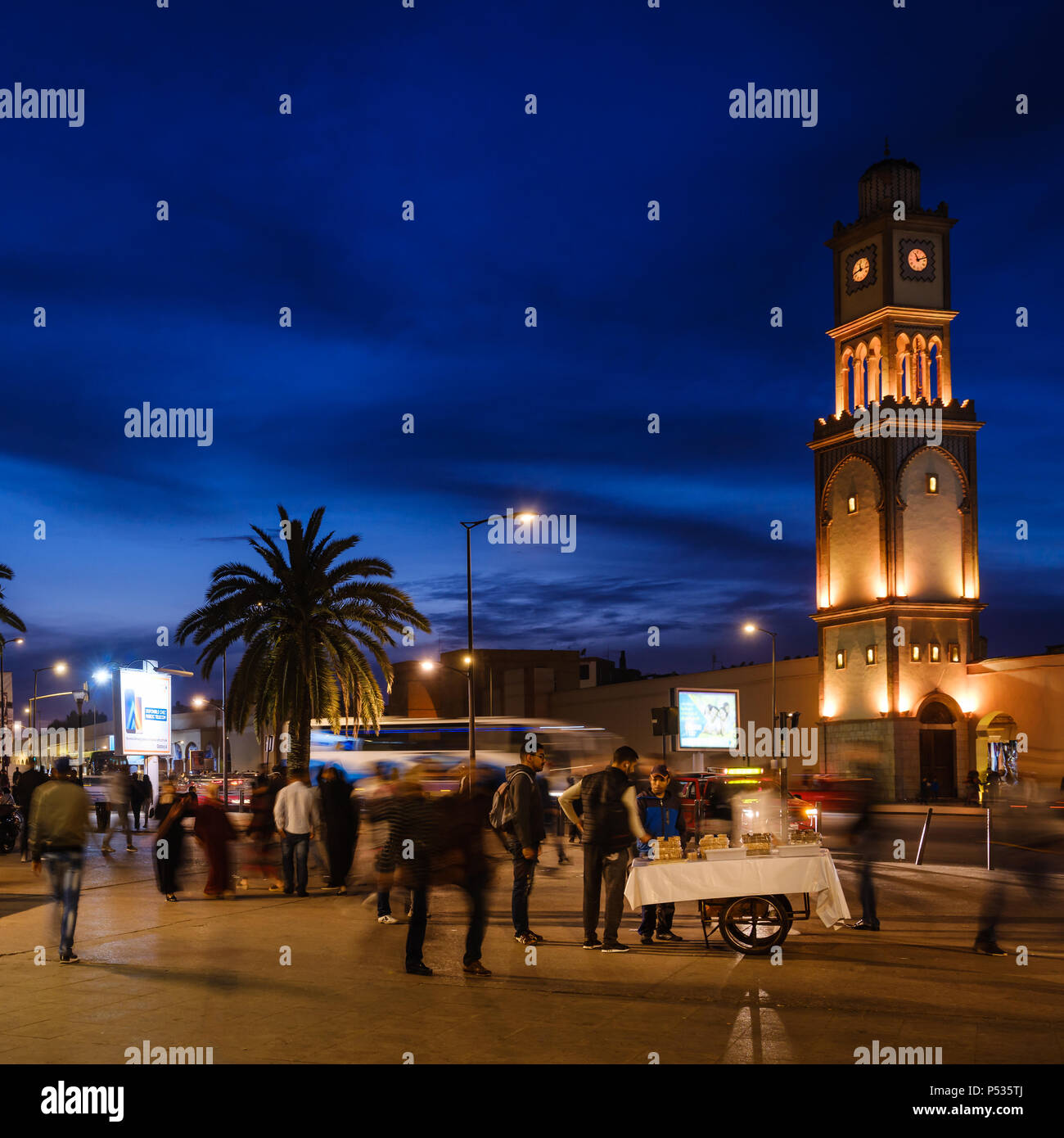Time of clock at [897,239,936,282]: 11:12
